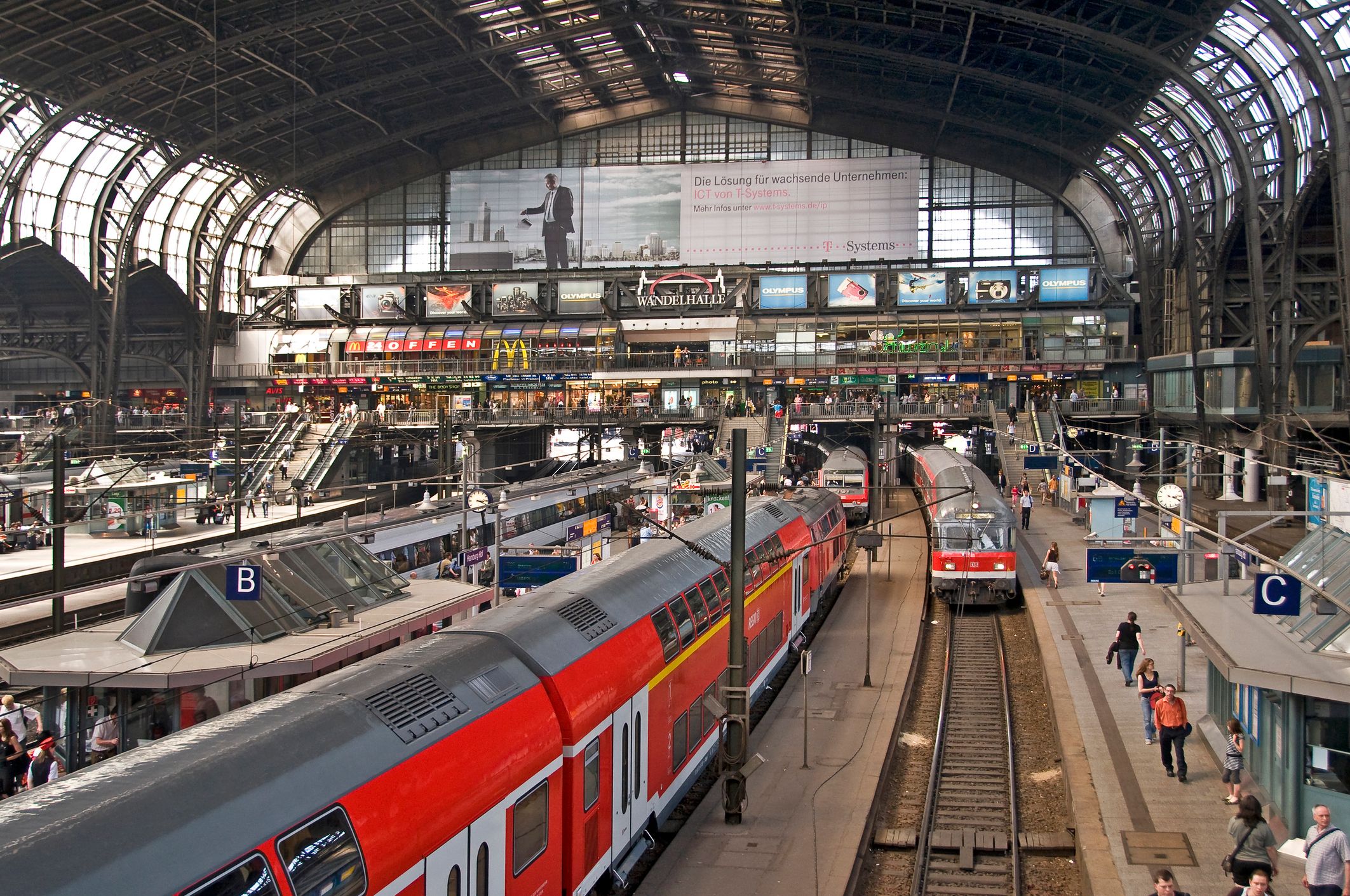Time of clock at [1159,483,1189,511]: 3:19
